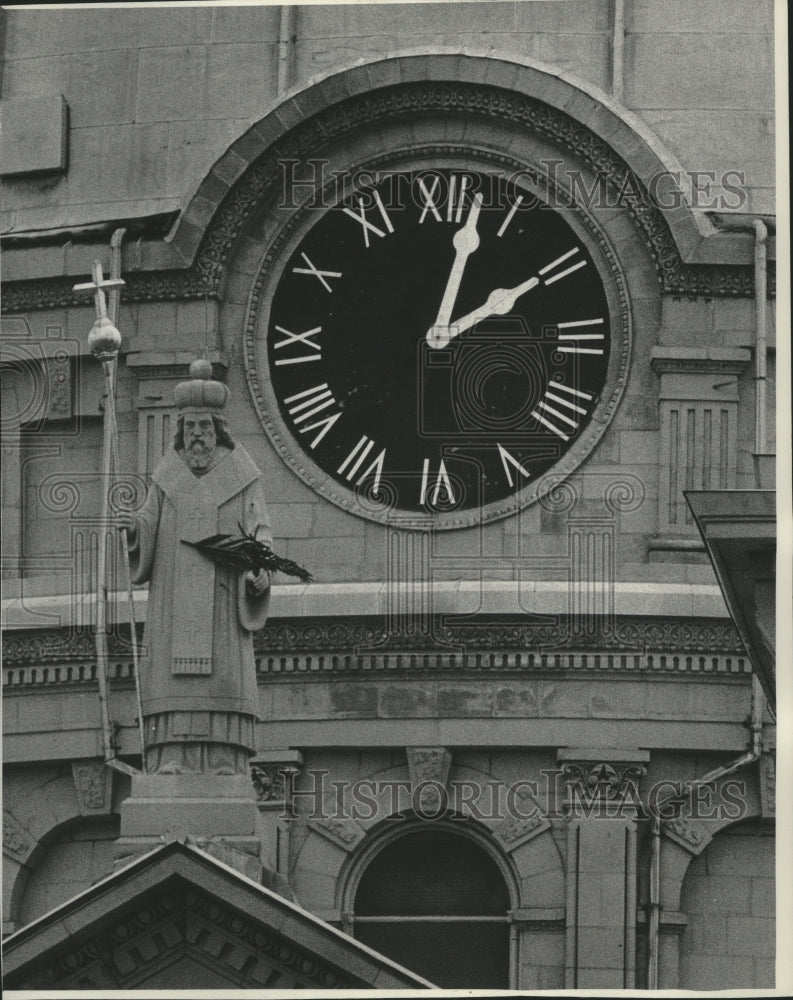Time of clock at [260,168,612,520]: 2:02
